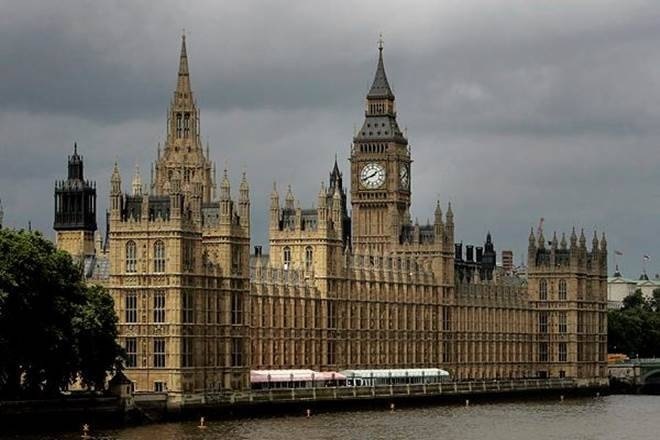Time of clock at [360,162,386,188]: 1:41
